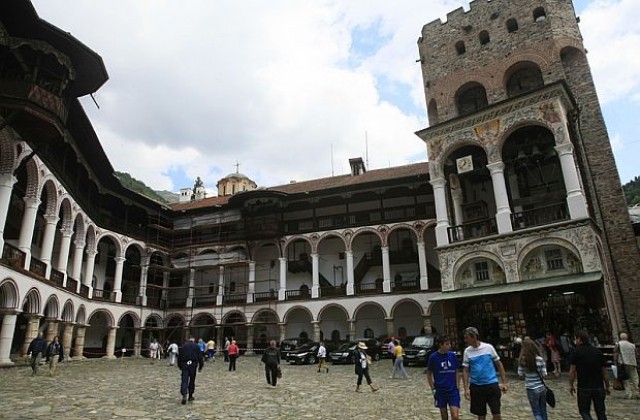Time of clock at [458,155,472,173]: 12:38
